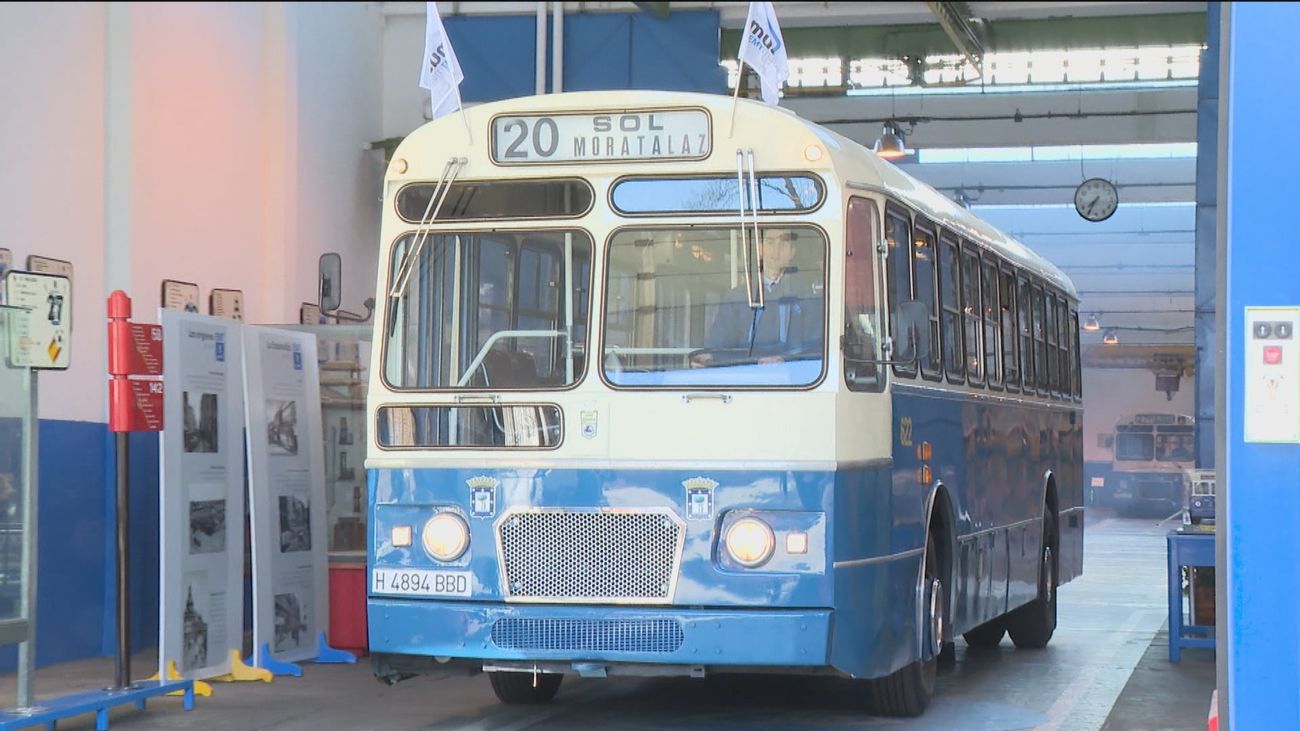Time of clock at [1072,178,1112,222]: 7:35
